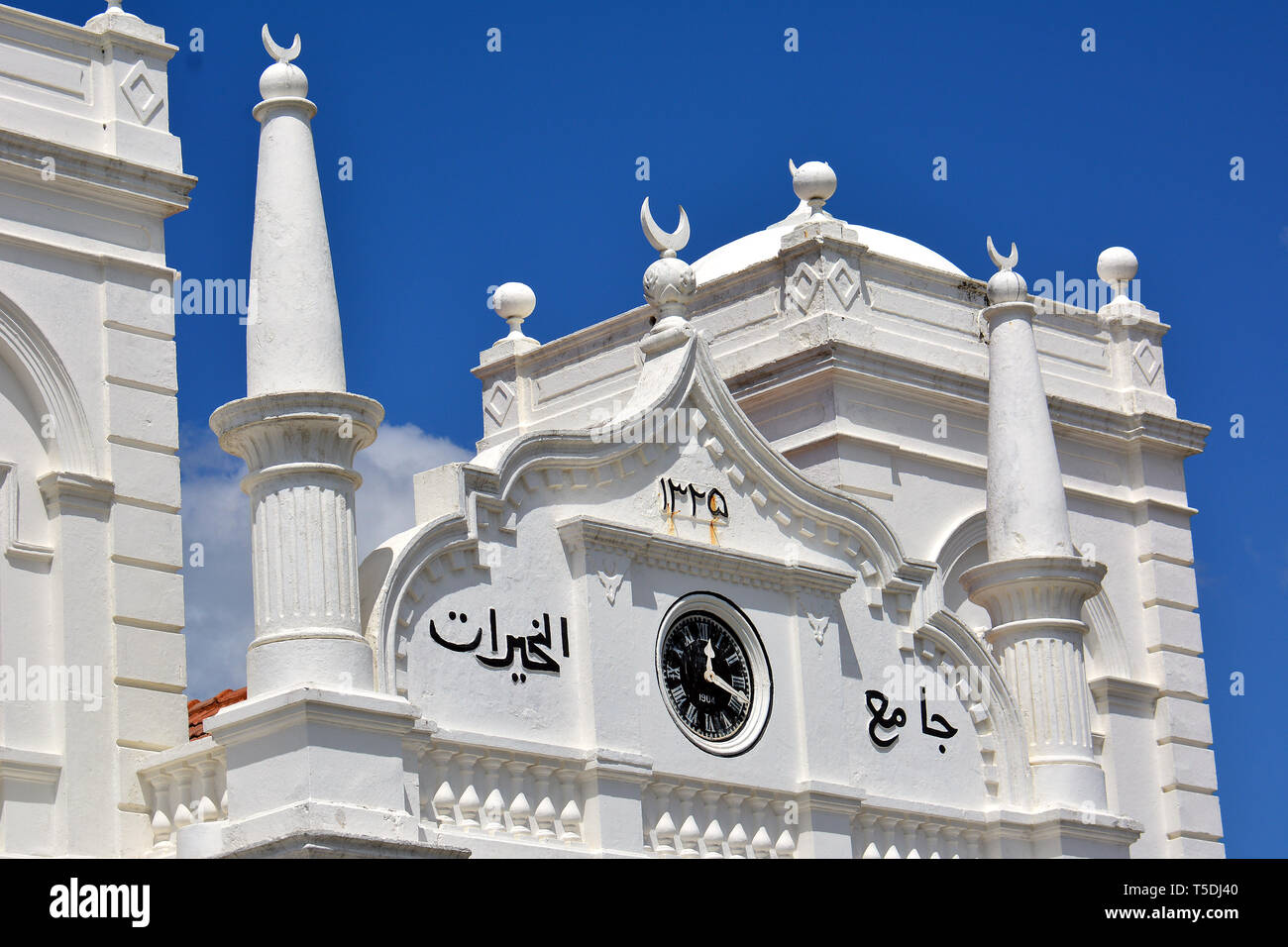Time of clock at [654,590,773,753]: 12:18
